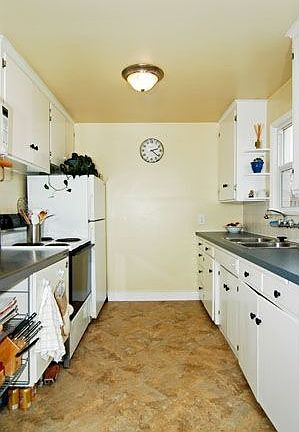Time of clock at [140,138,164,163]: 2:21
